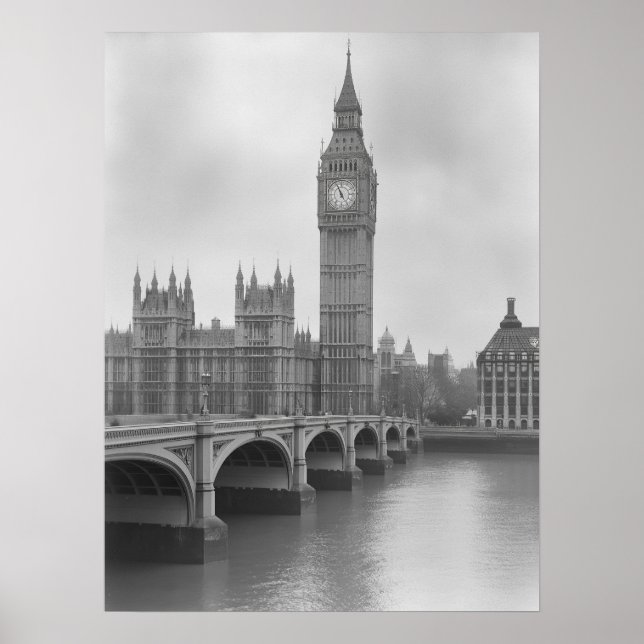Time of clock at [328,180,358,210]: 4:56
